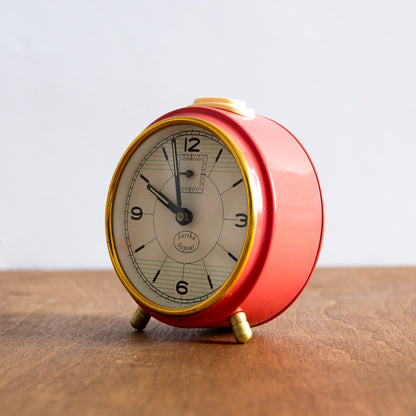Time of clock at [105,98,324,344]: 9:57
